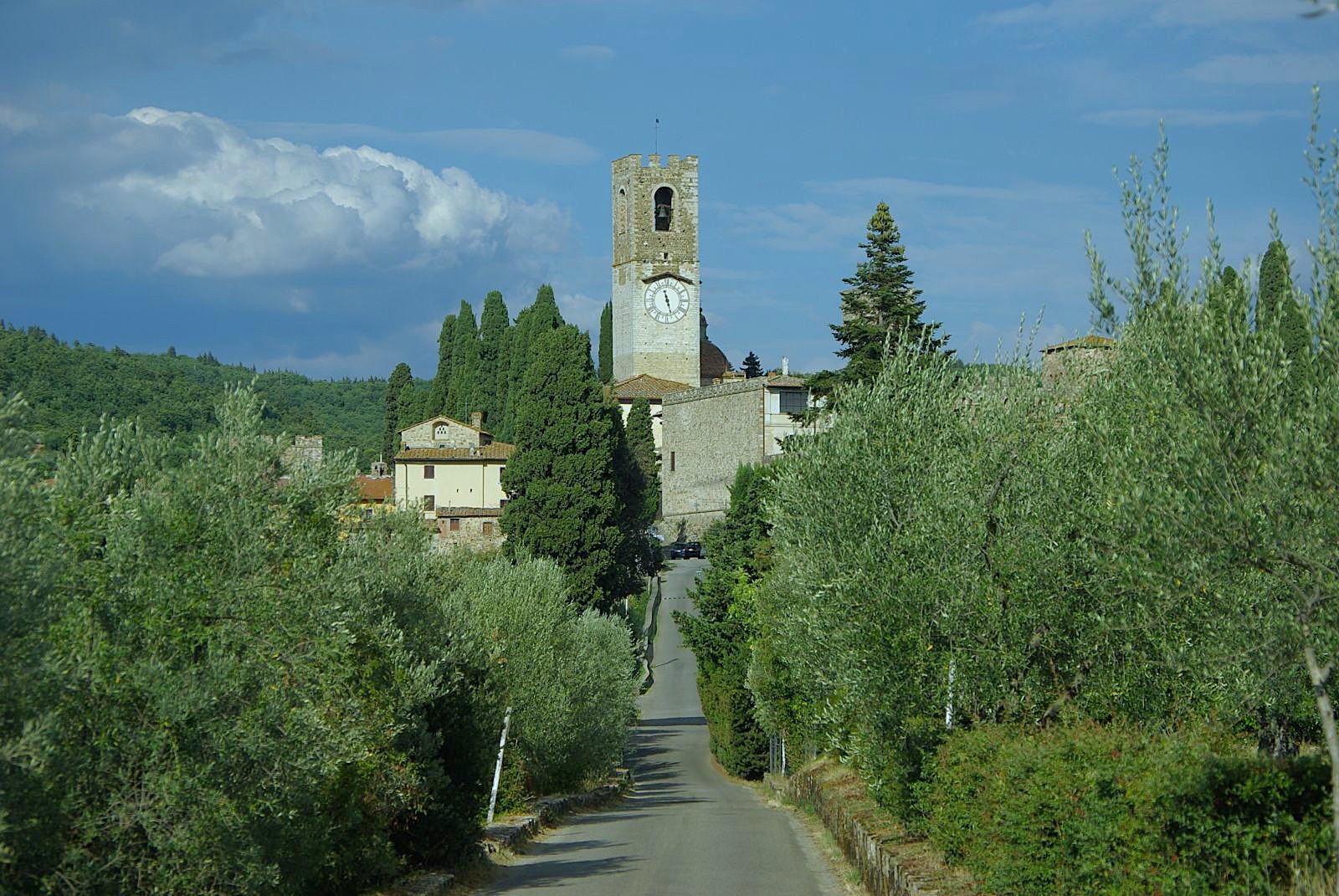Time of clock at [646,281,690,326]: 11:27
